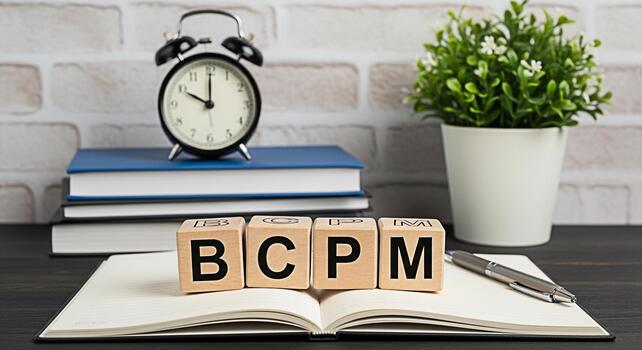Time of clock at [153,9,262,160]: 10:00
